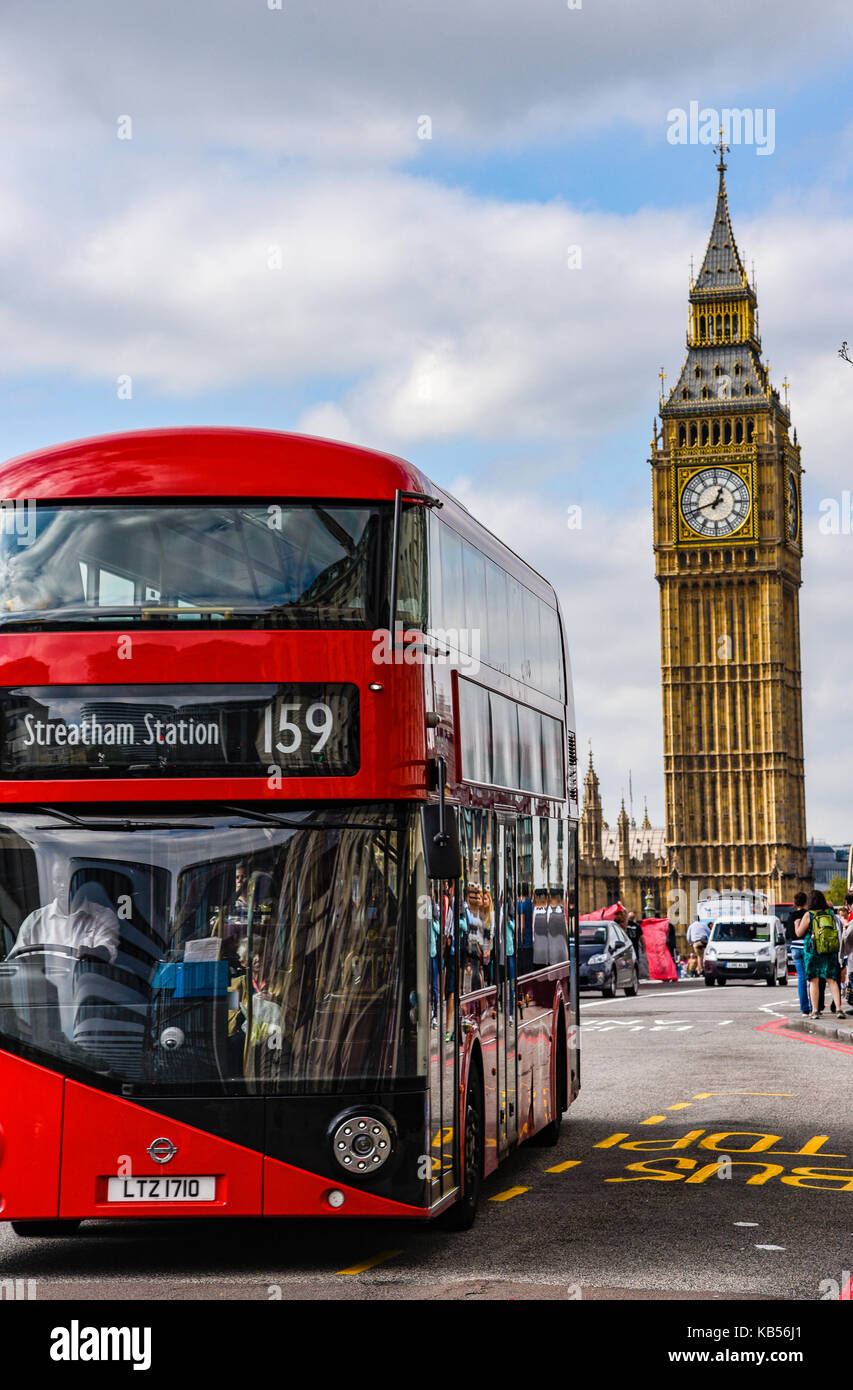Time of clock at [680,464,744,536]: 12:42
